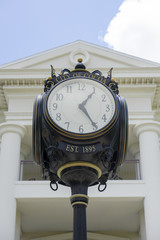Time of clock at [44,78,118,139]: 1:24
